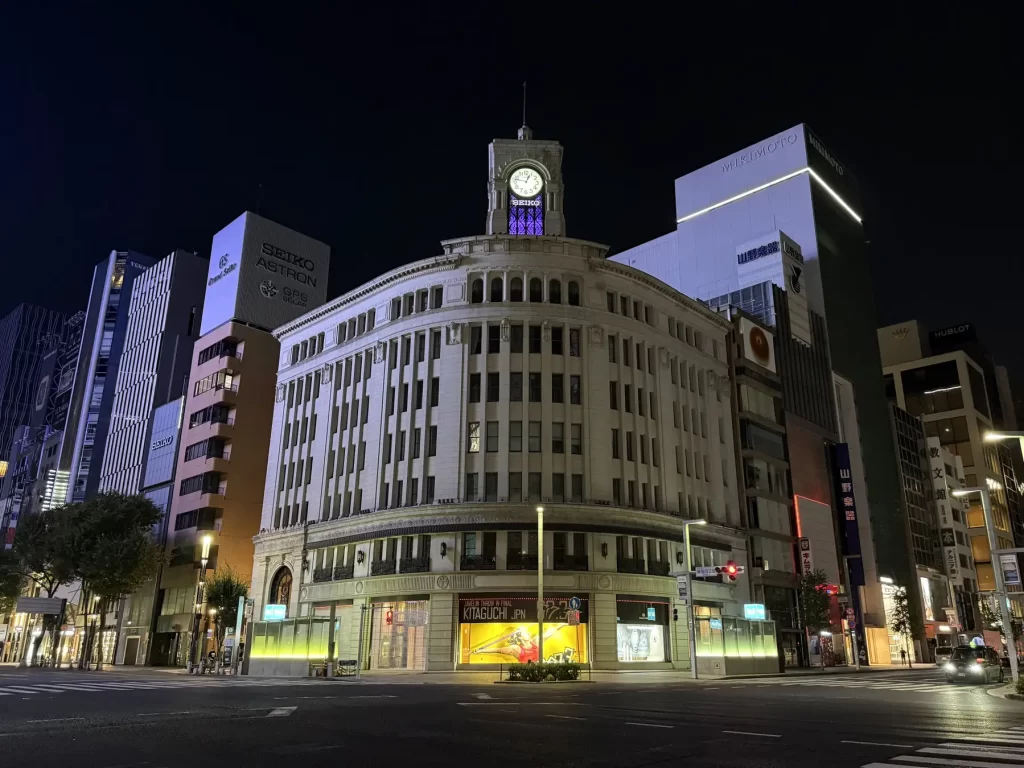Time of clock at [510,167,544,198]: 12:47
